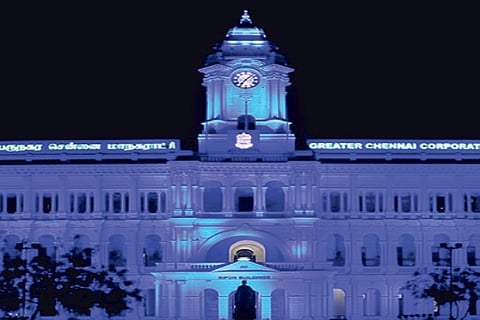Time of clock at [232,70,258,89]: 7:07
